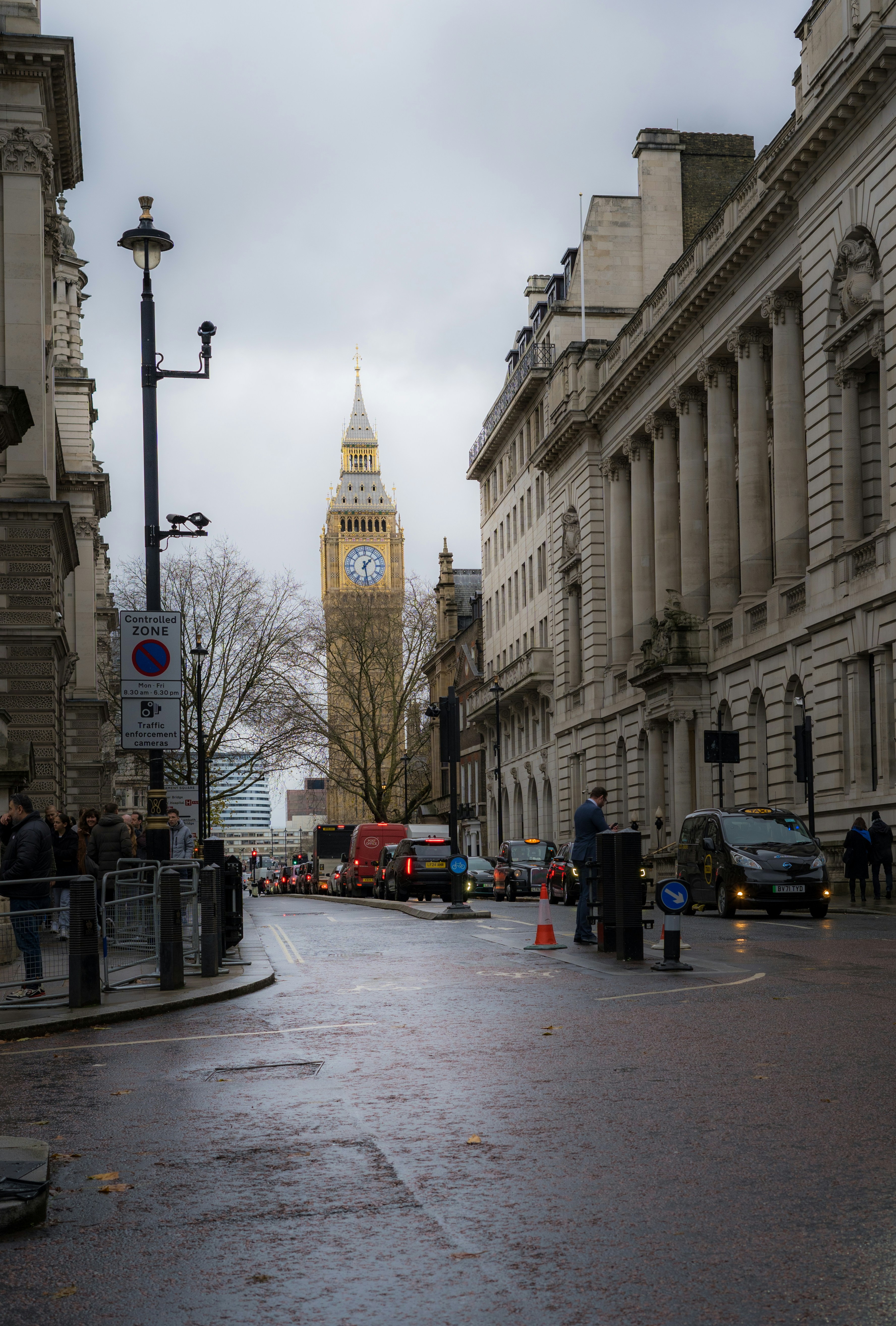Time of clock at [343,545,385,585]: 1:28
